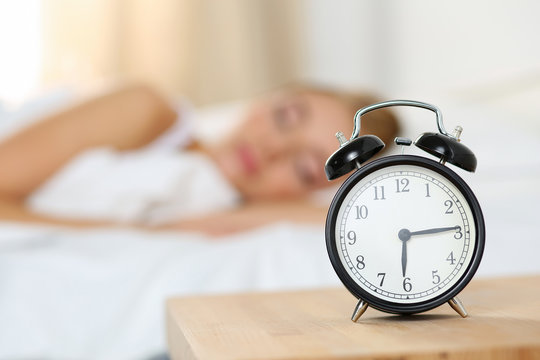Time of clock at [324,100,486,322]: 6:14
